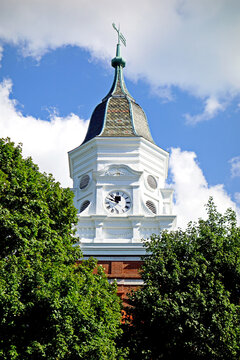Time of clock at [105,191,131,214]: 12:49
